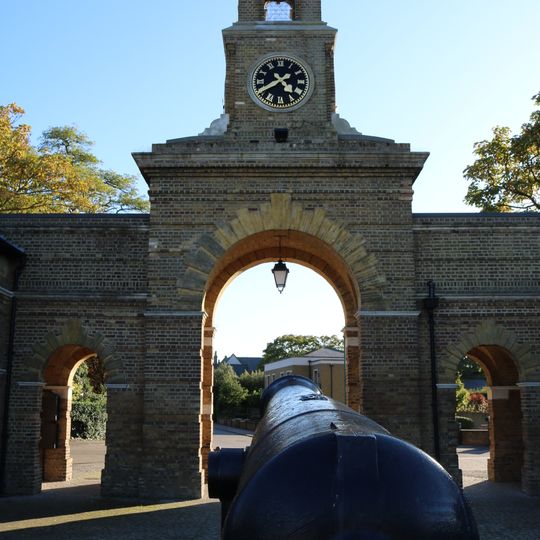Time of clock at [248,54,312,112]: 4:39
